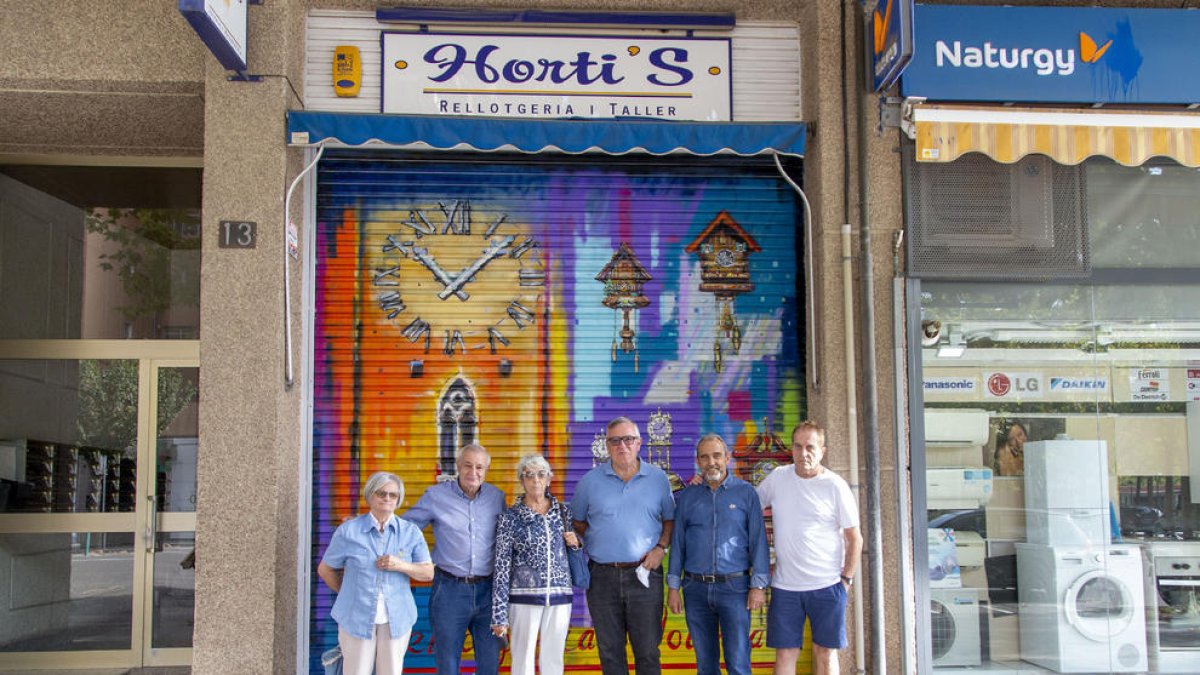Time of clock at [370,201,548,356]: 11:07
